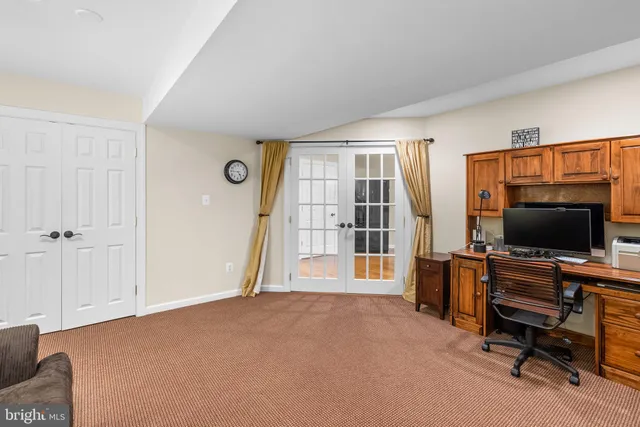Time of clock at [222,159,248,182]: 4:45
